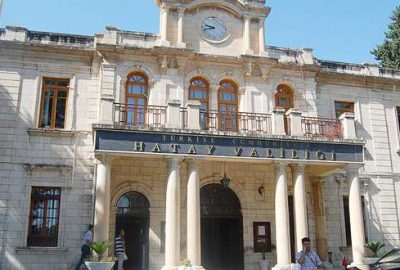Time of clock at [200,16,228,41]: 9:42
